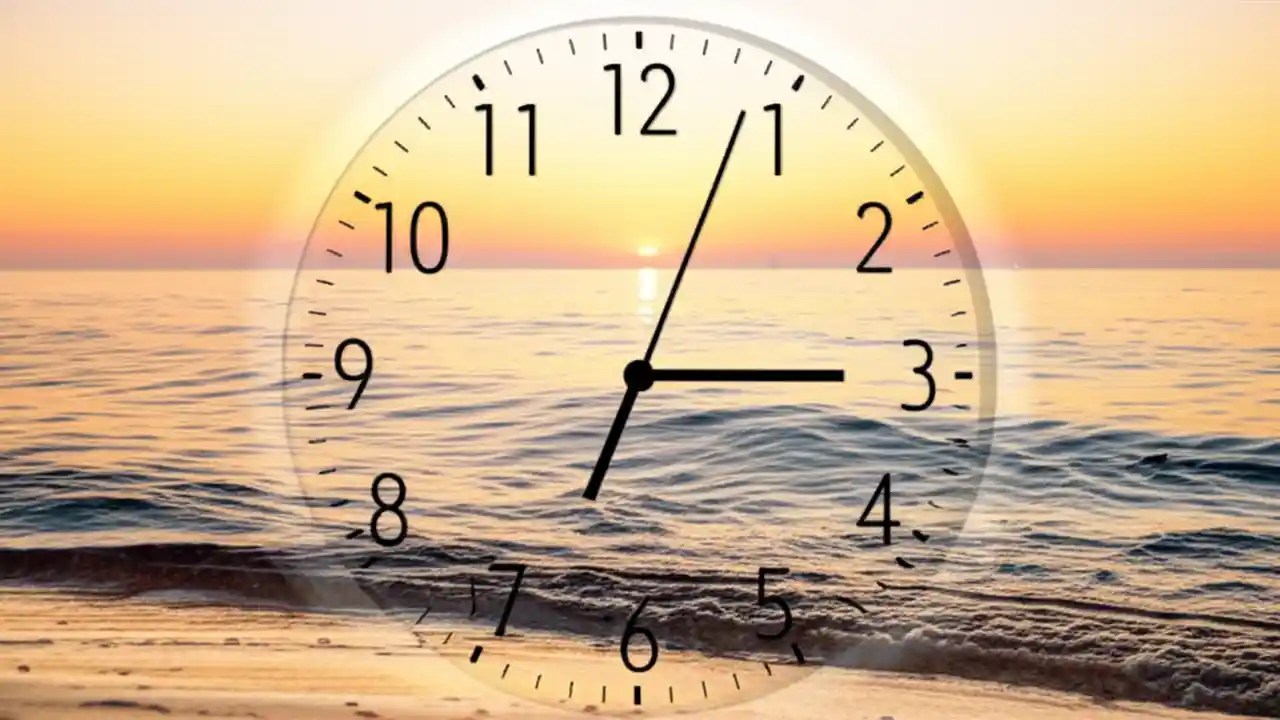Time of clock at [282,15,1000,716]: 3:03
